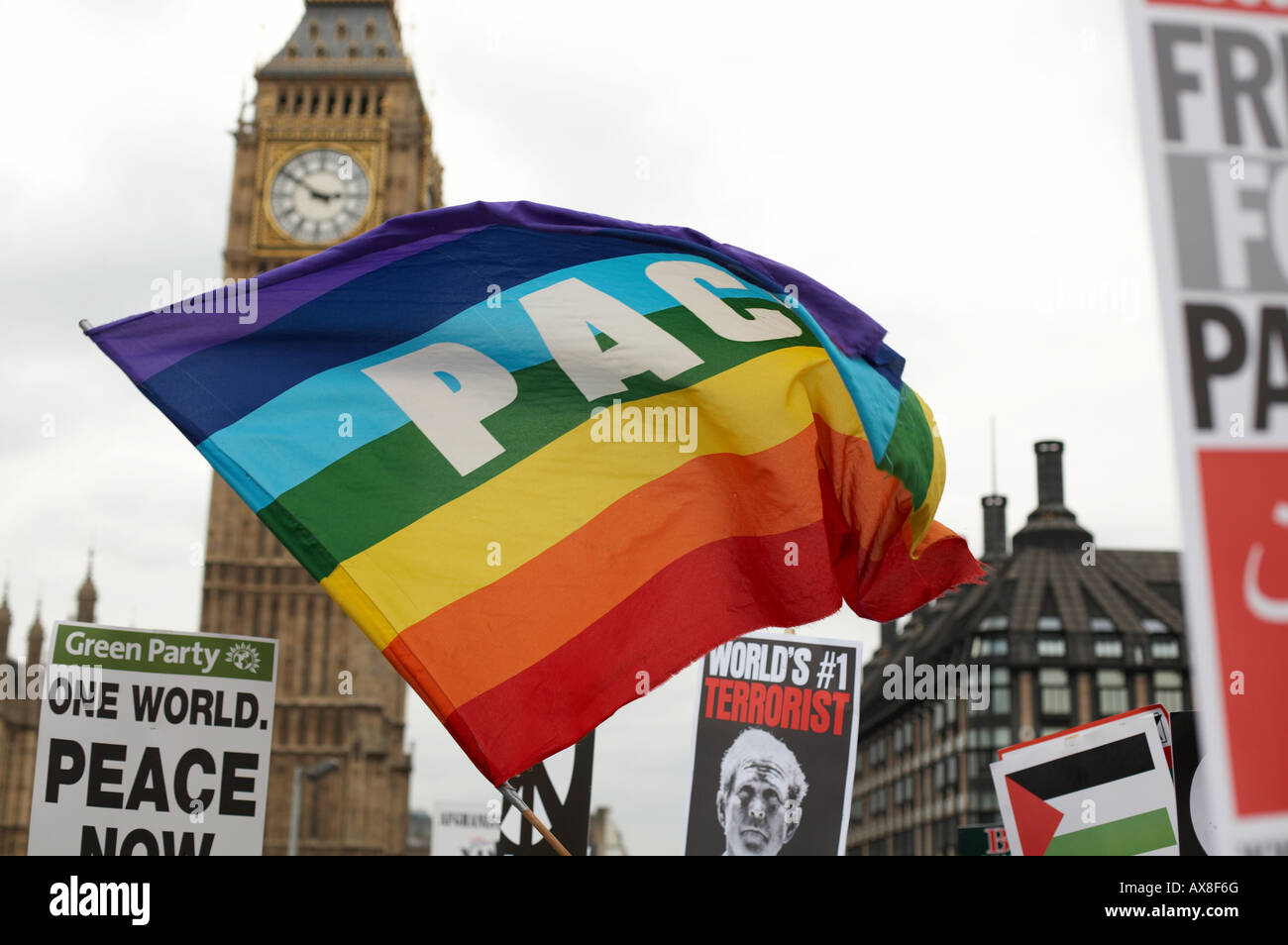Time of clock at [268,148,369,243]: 2:50
